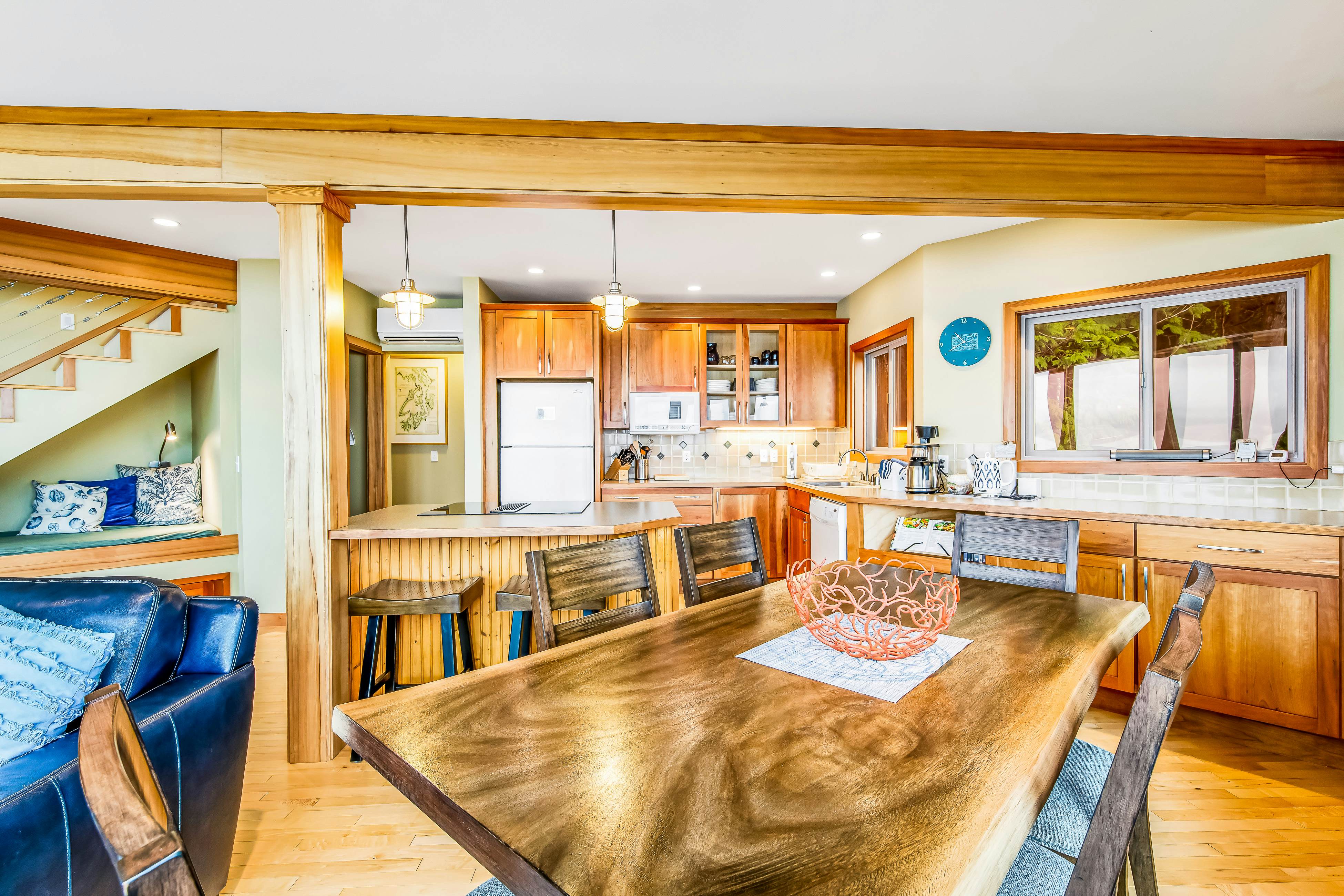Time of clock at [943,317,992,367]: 10:40
